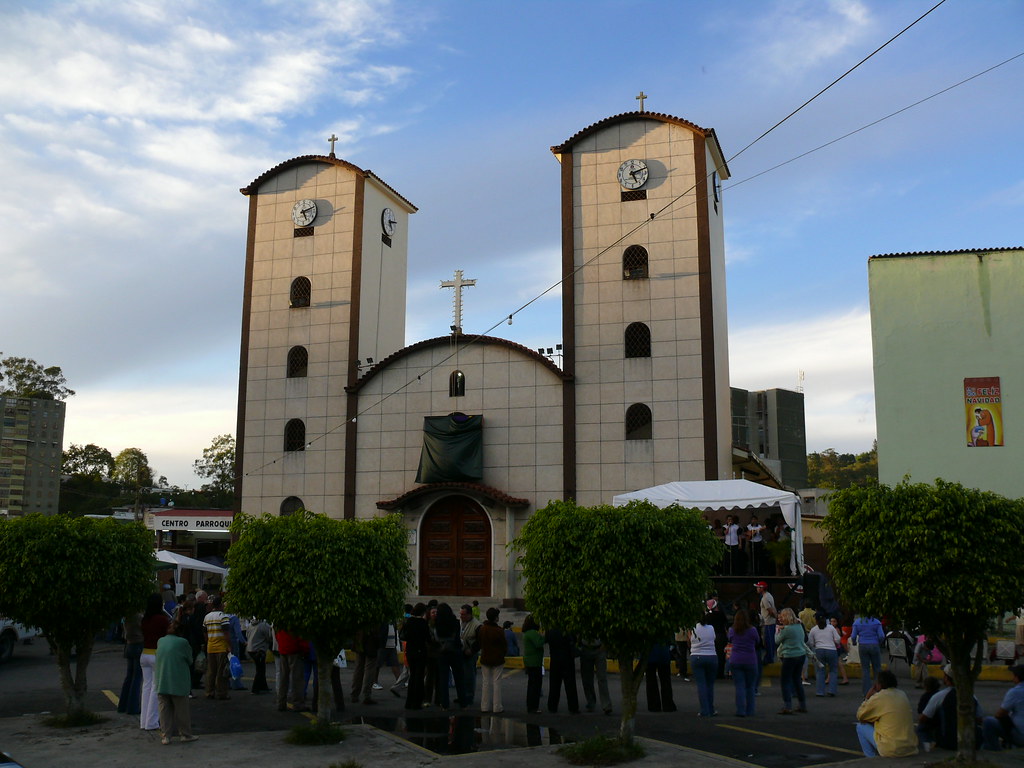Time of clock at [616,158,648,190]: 5:11
